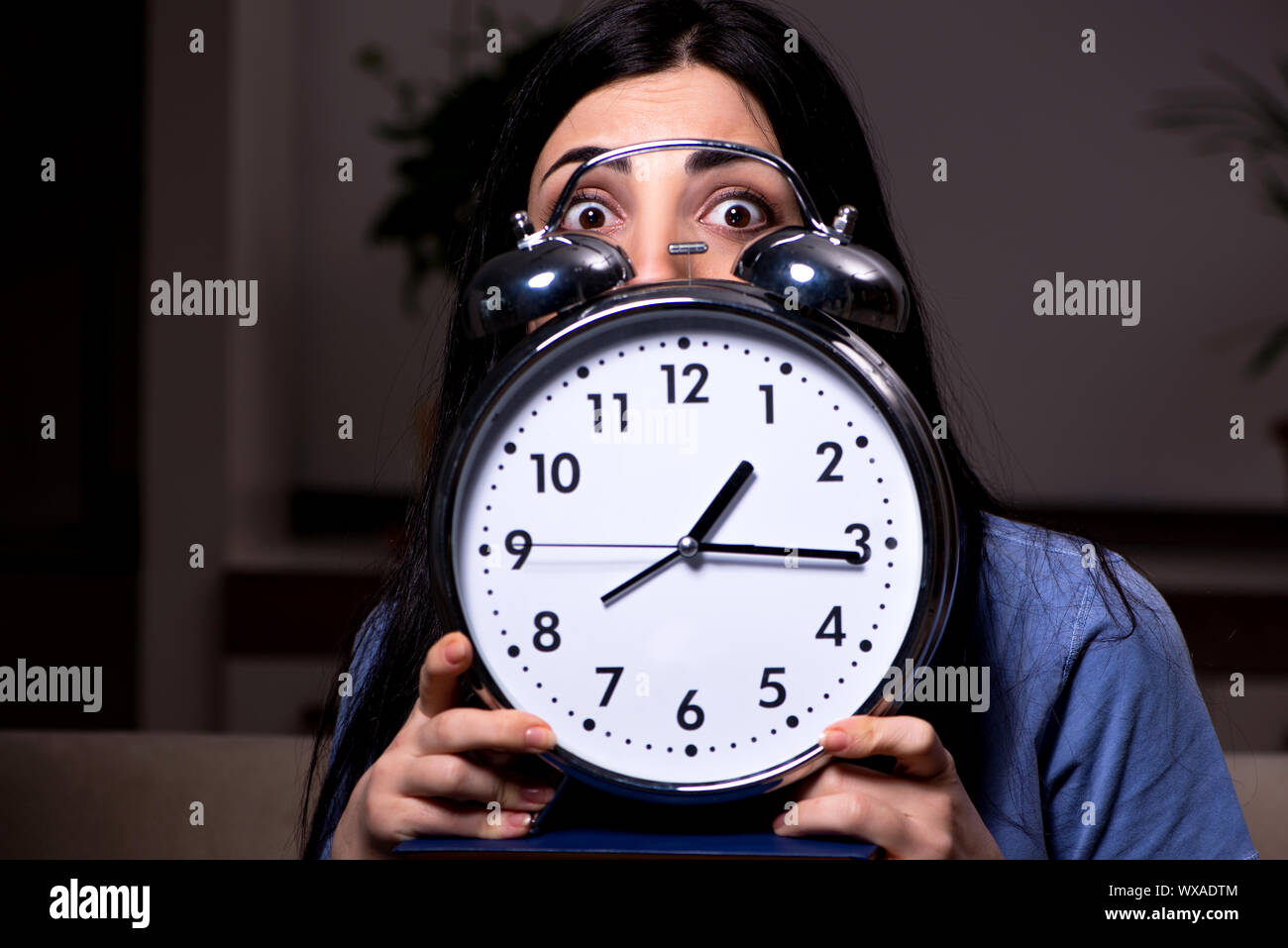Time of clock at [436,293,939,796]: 1:15
